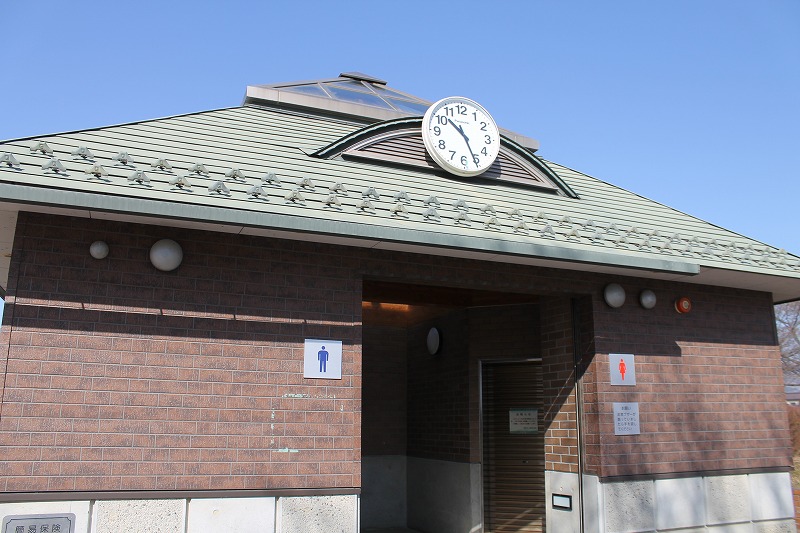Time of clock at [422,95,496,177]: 10:25
